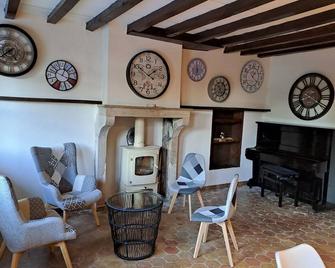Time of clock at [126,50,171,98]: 1:50
